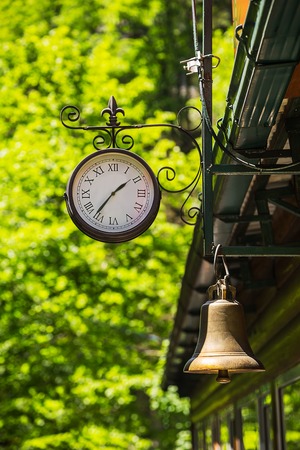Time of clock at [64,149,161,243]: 1:36
